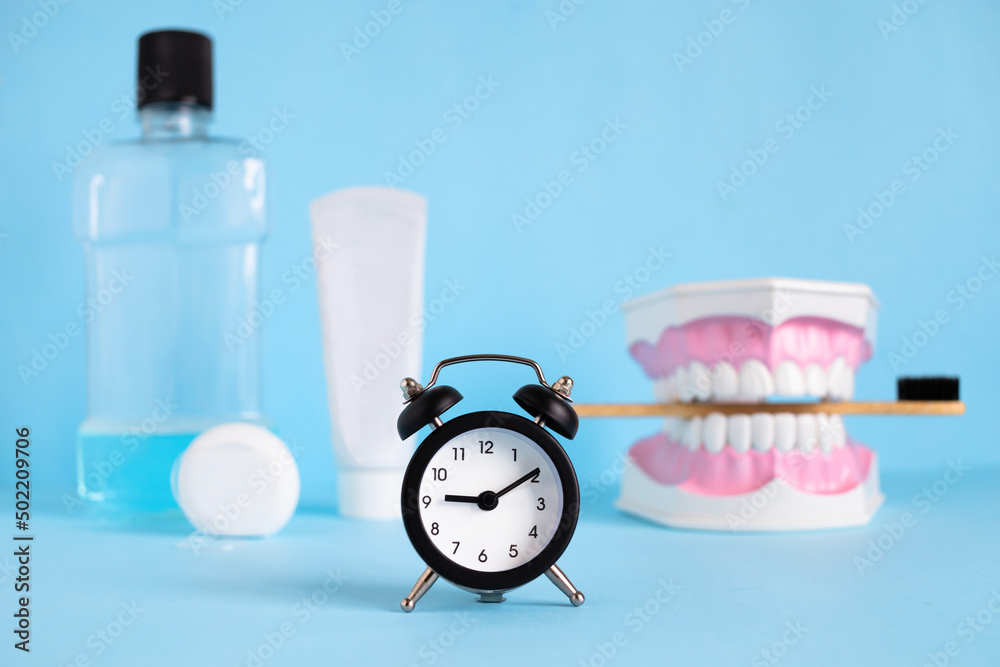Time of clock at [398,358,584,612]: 9:09
